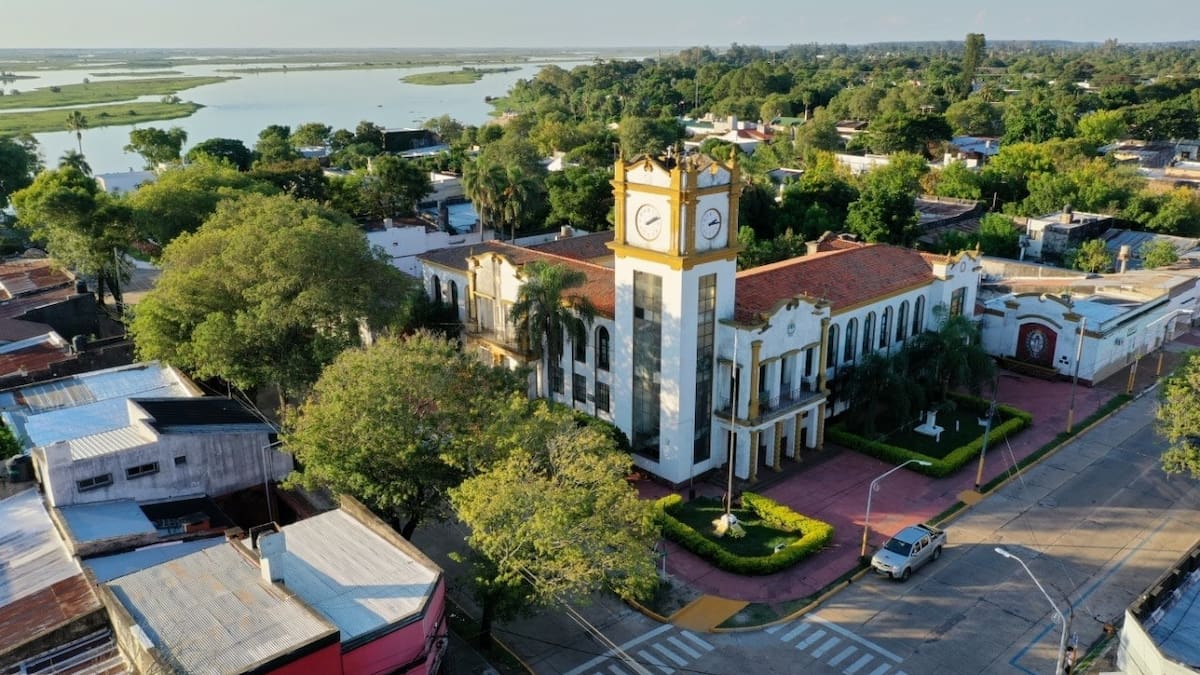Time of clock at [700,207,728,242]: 2:14
